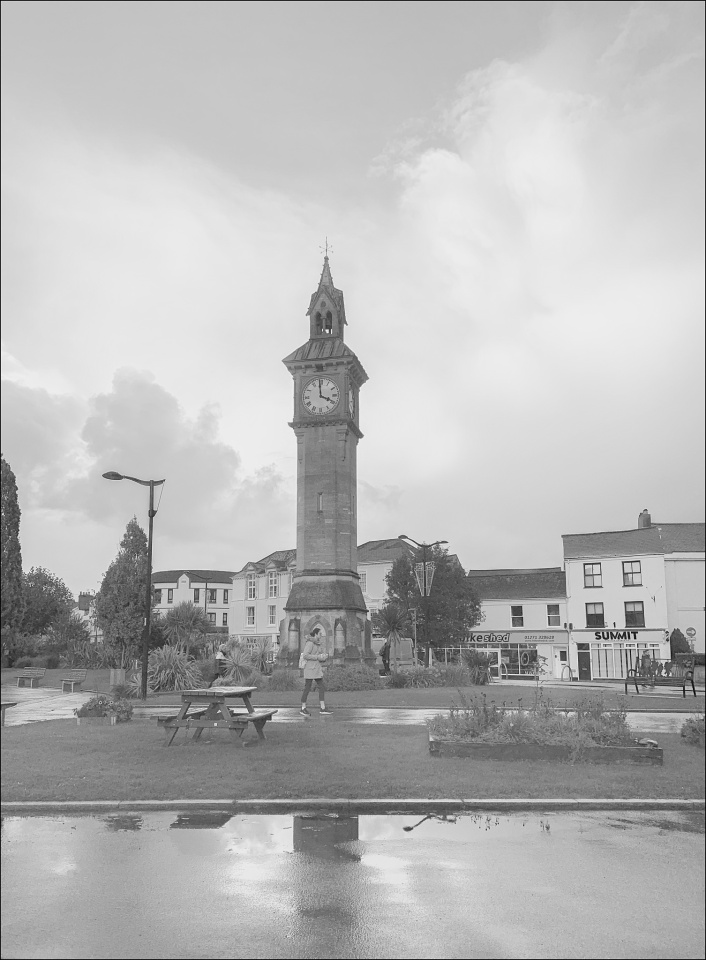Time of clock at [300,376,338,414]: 3:58
